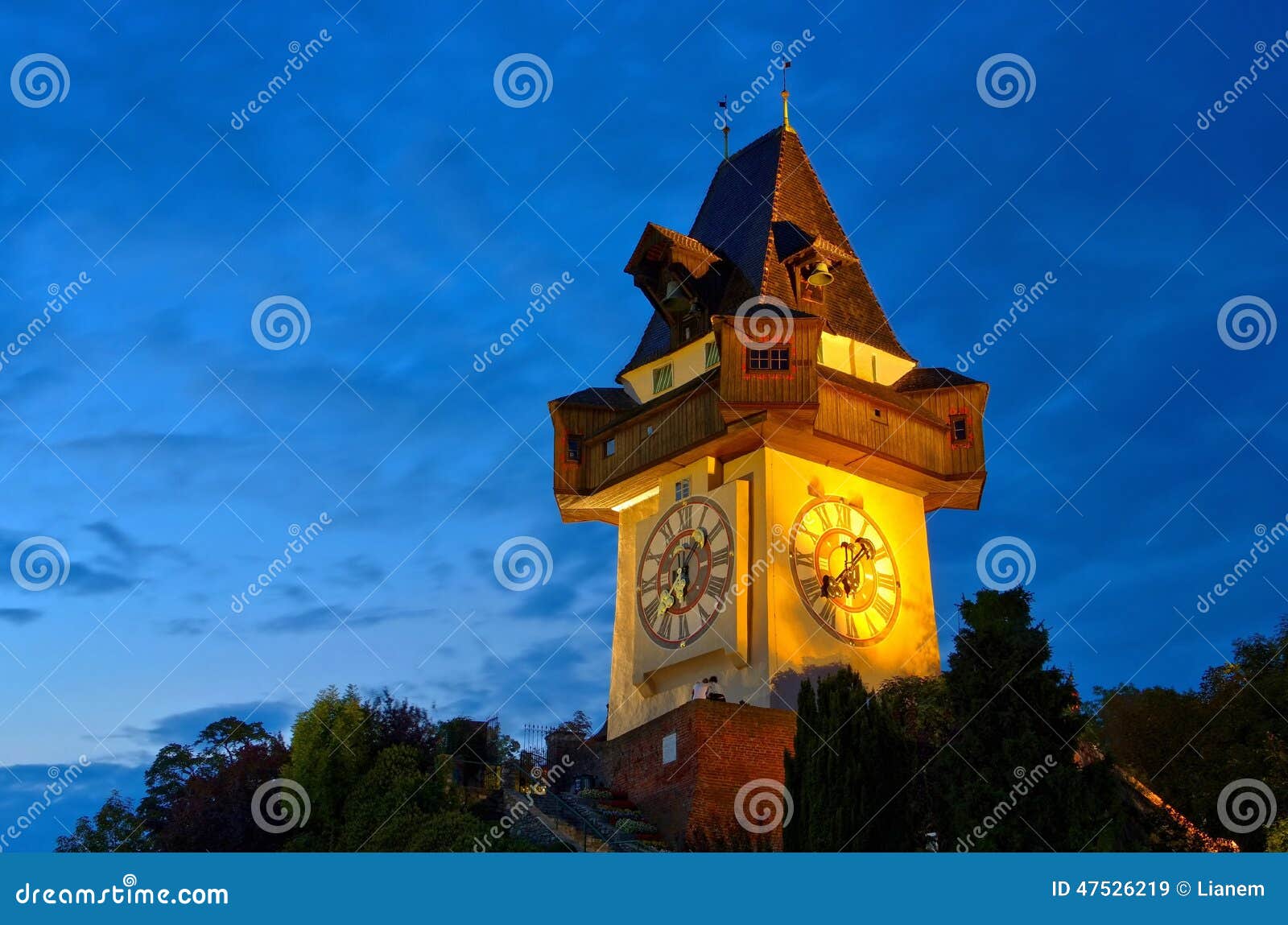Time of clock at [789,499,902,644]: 12:07
